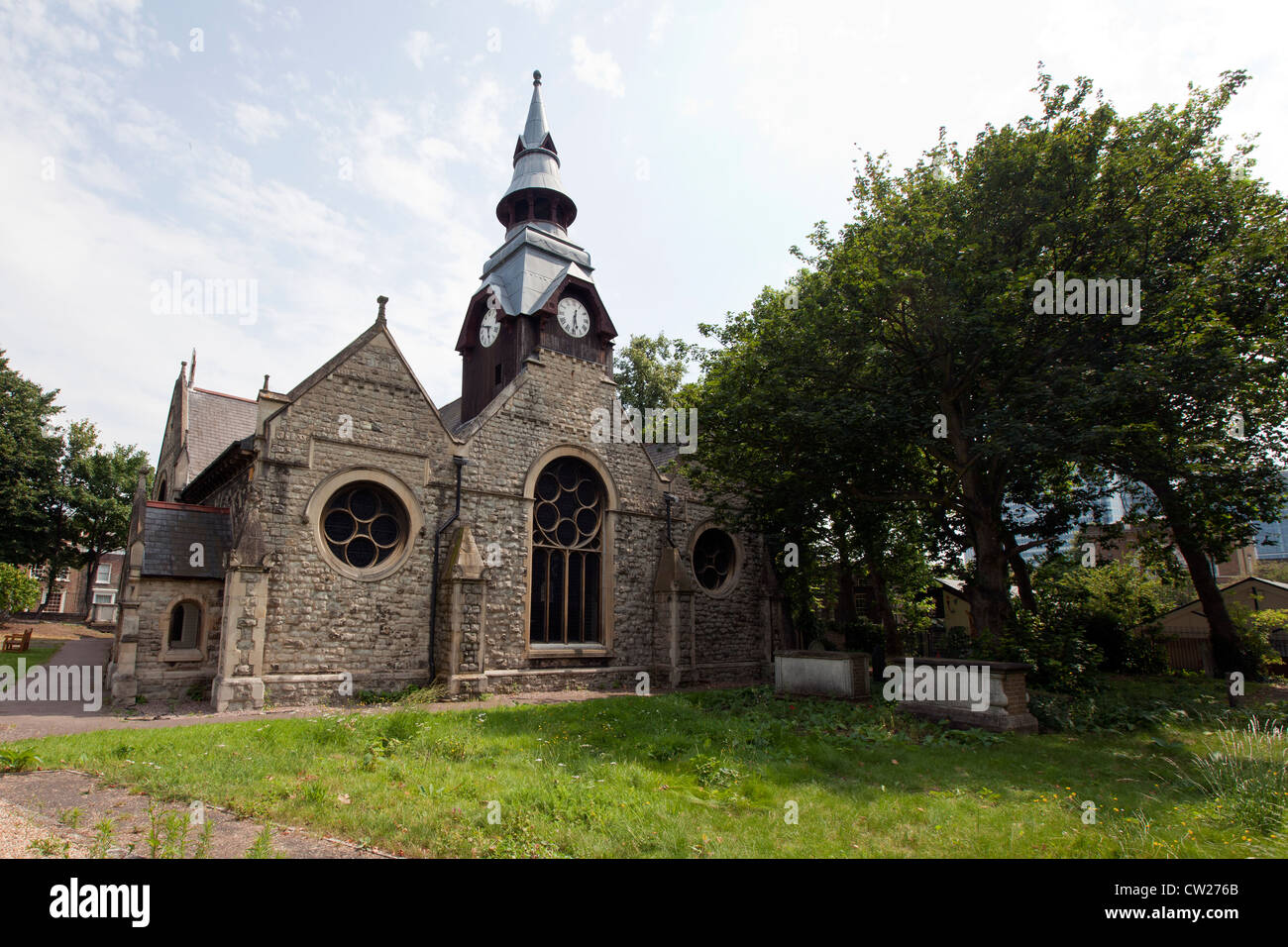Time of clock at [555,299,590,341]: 5:31
